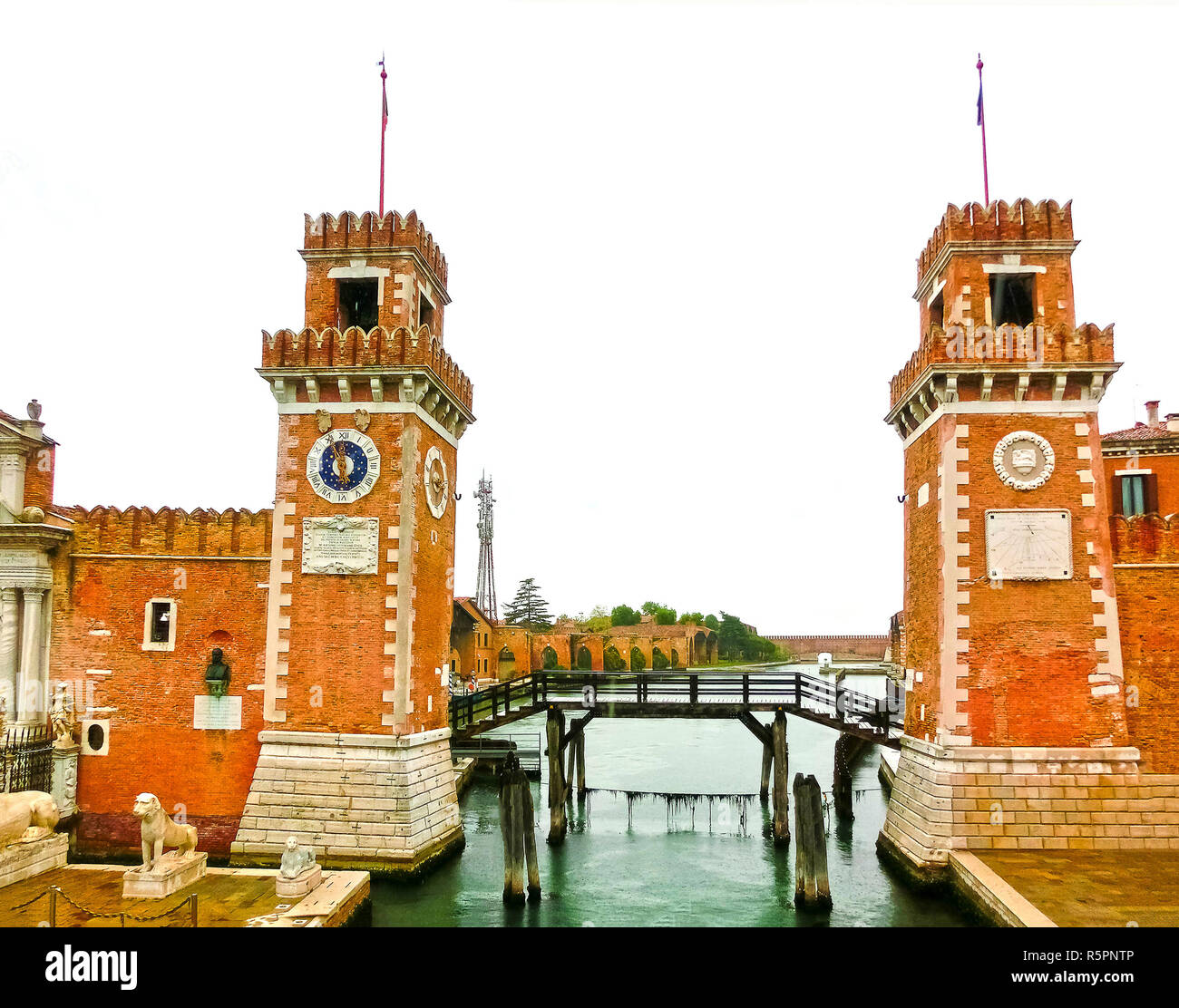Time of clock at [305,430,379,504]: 5:55
